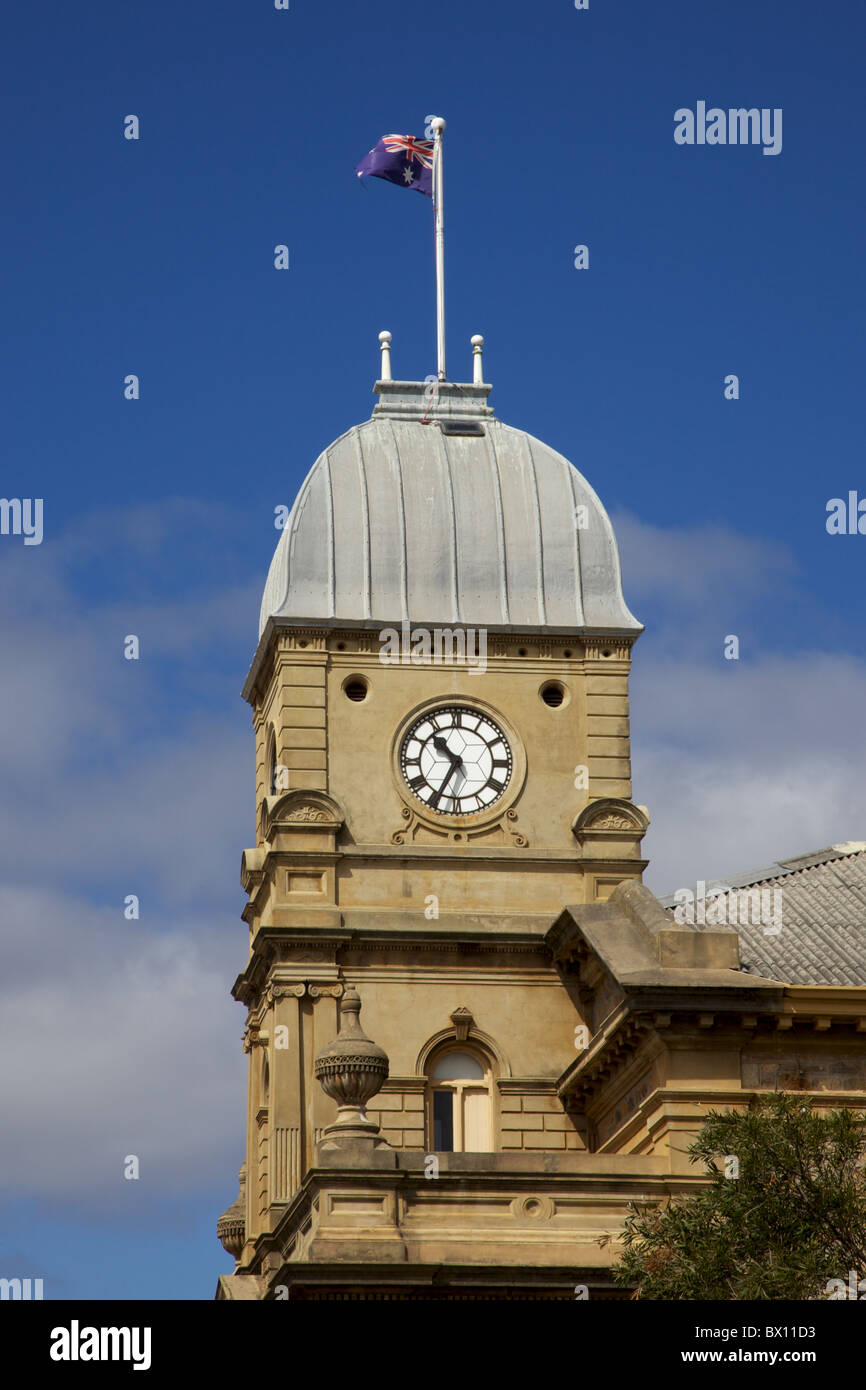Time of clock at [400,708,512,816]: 10:34
